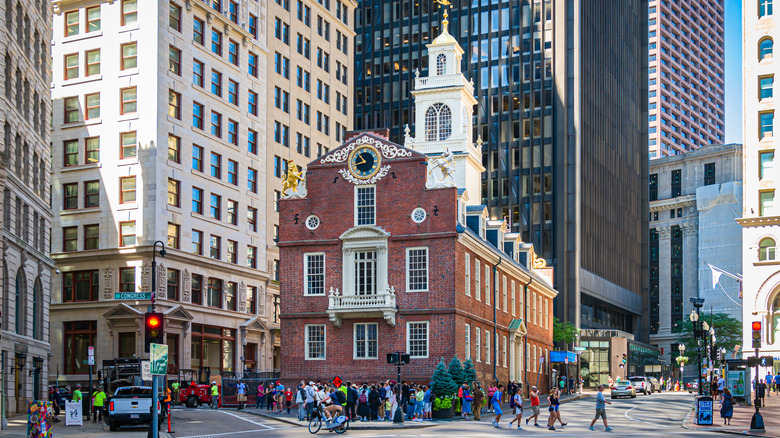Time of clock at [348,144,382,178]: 10:42
